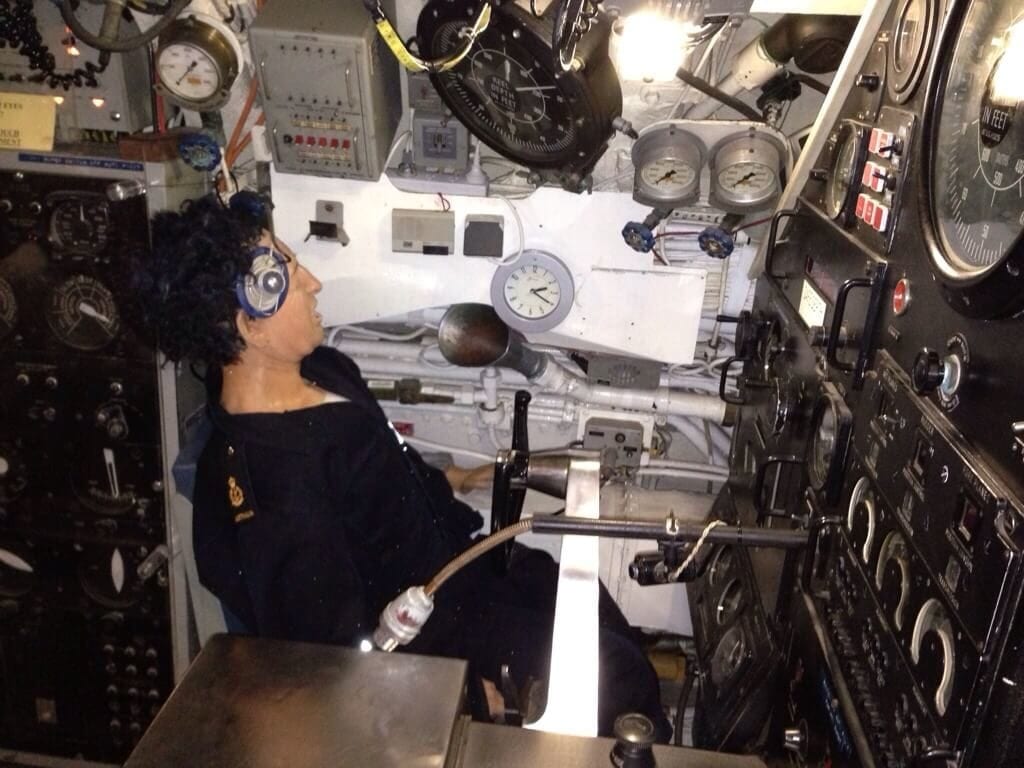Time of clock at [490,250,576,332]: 2:20
